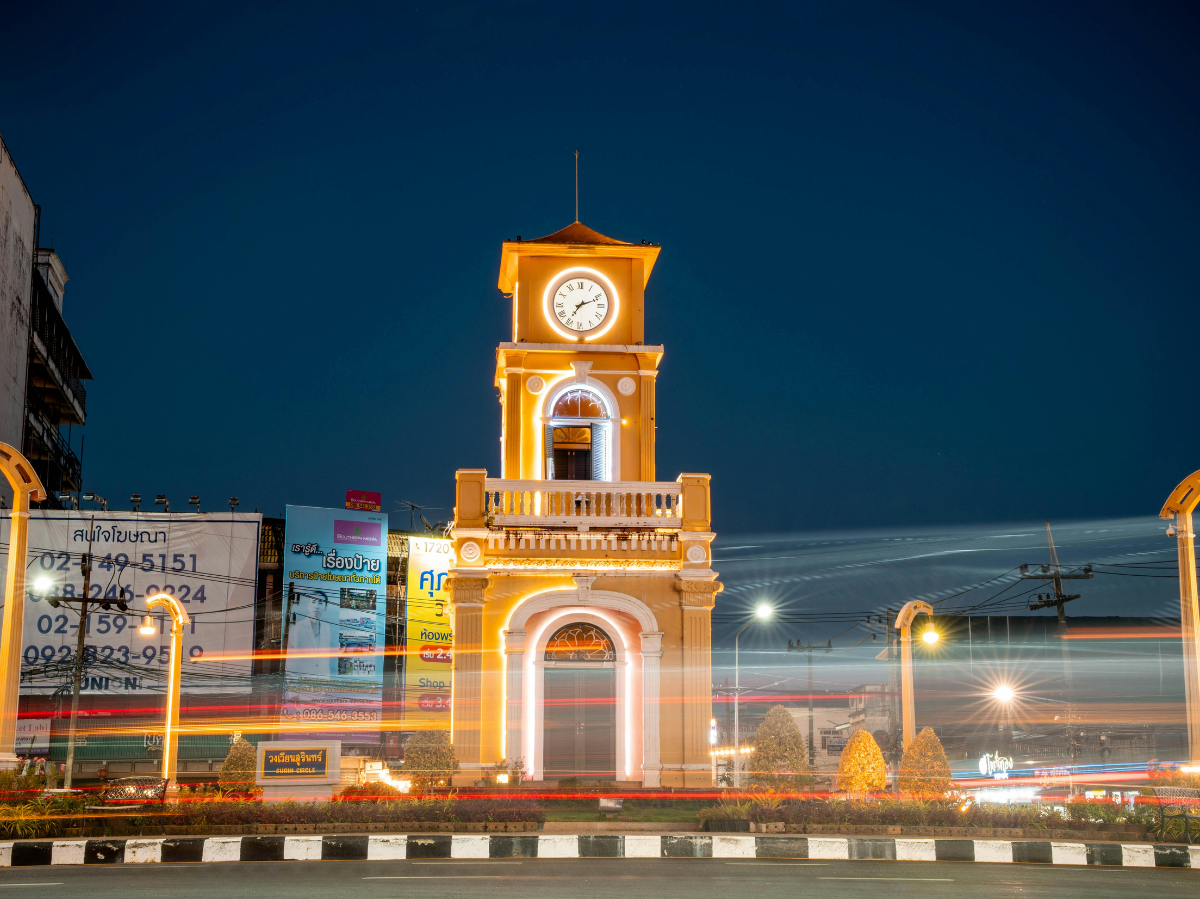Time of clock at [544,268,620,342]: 7:11
